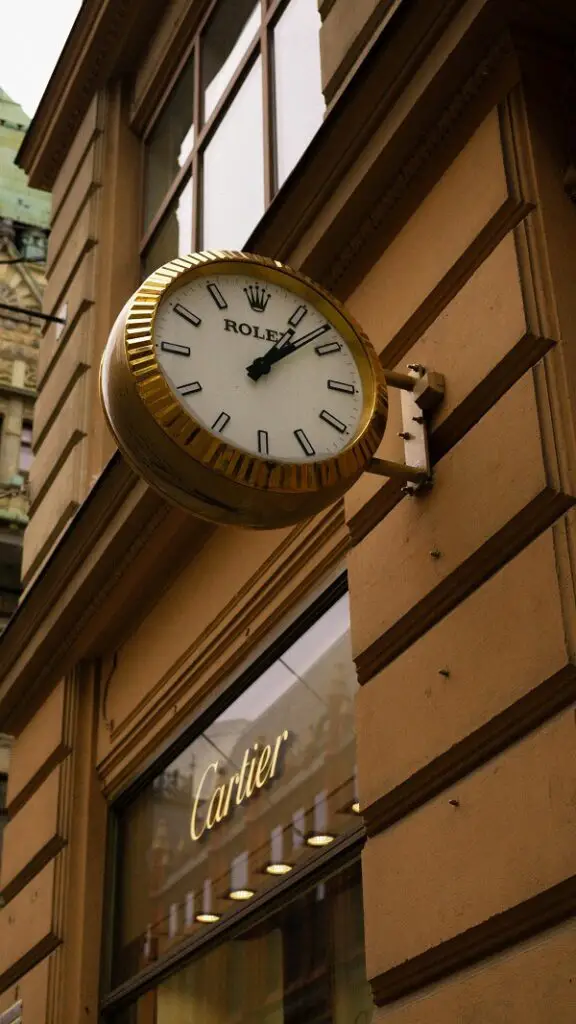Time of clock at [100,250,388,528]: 1:08
